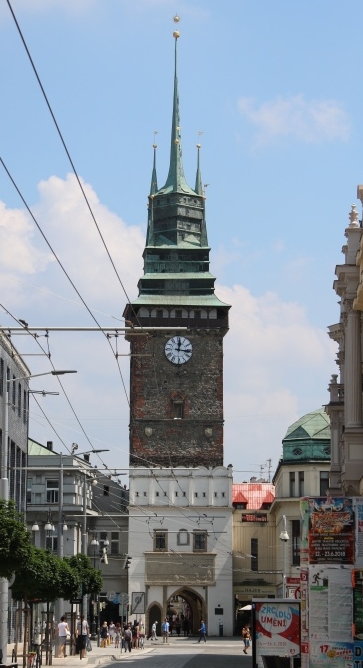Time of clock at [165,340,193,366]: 12:16
